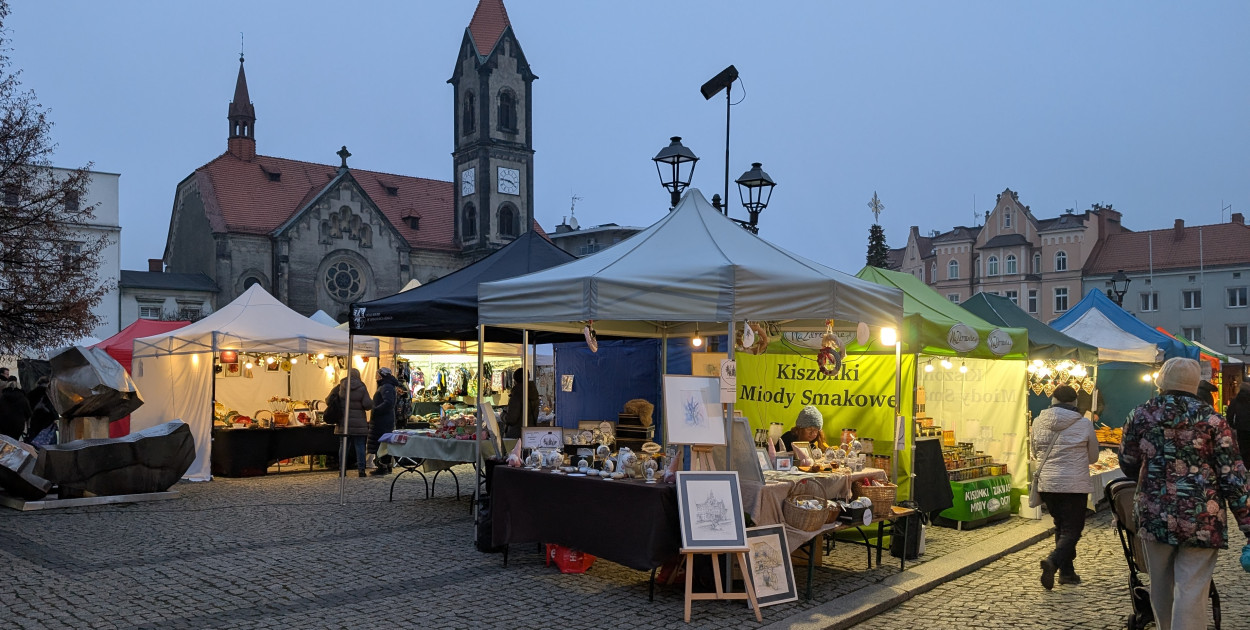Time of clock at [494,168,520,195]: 3:46
